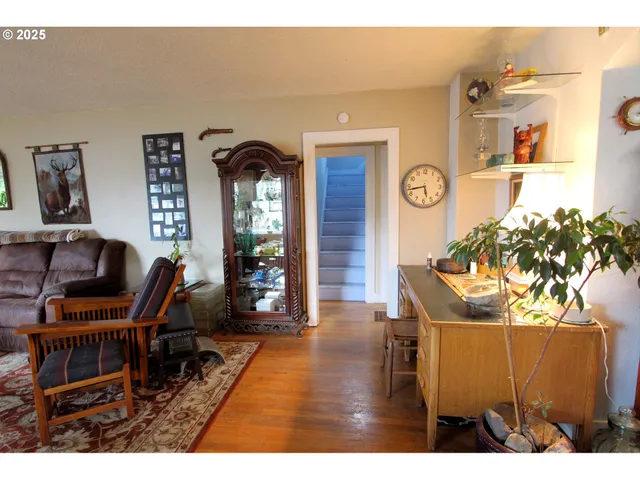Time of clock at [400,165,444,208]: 5:42
